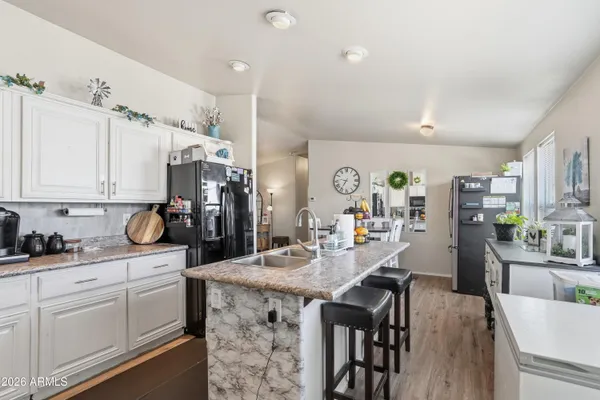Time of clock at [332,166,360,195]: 9:35
